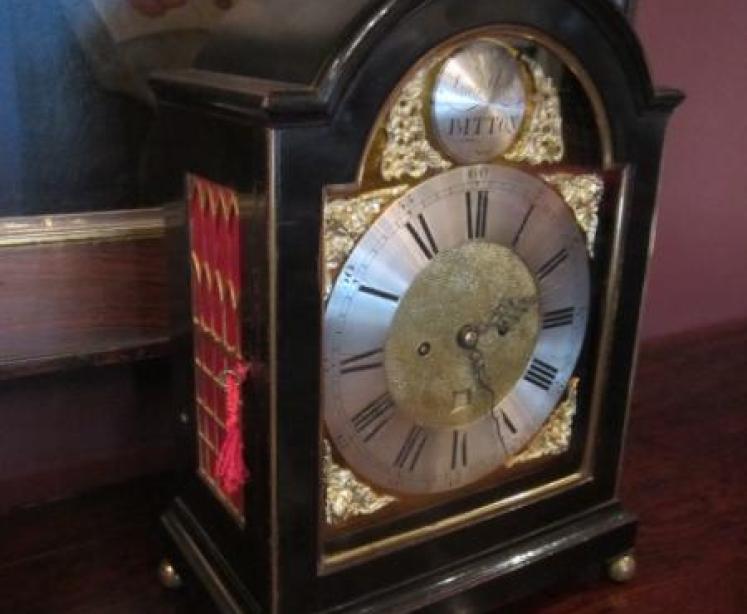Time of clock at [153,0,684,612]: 5:14
